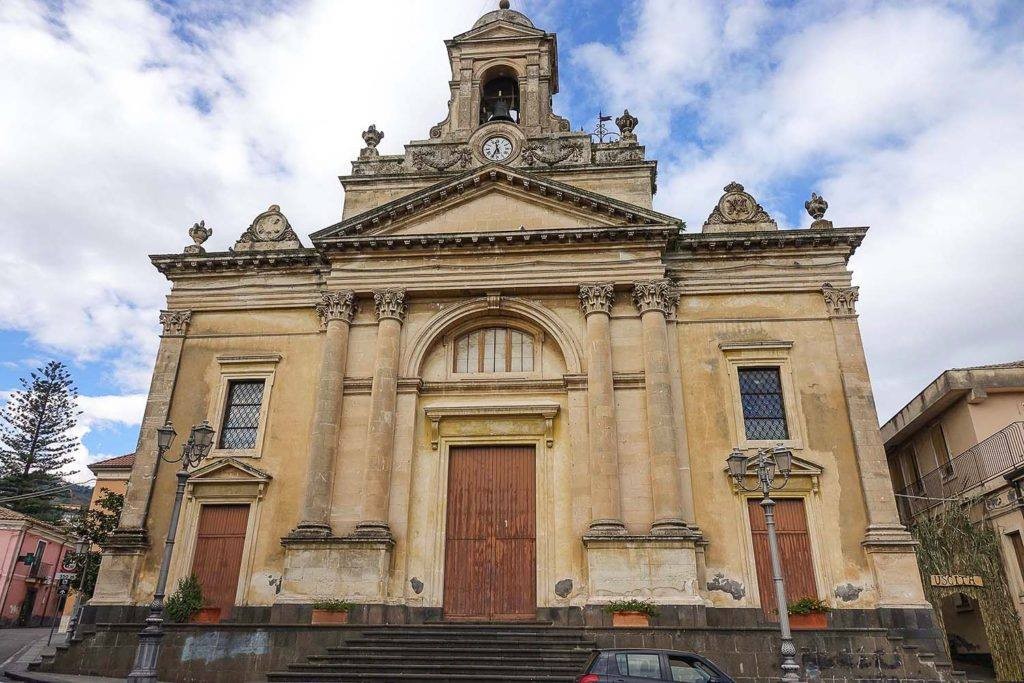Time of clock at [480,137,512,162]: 11:34
